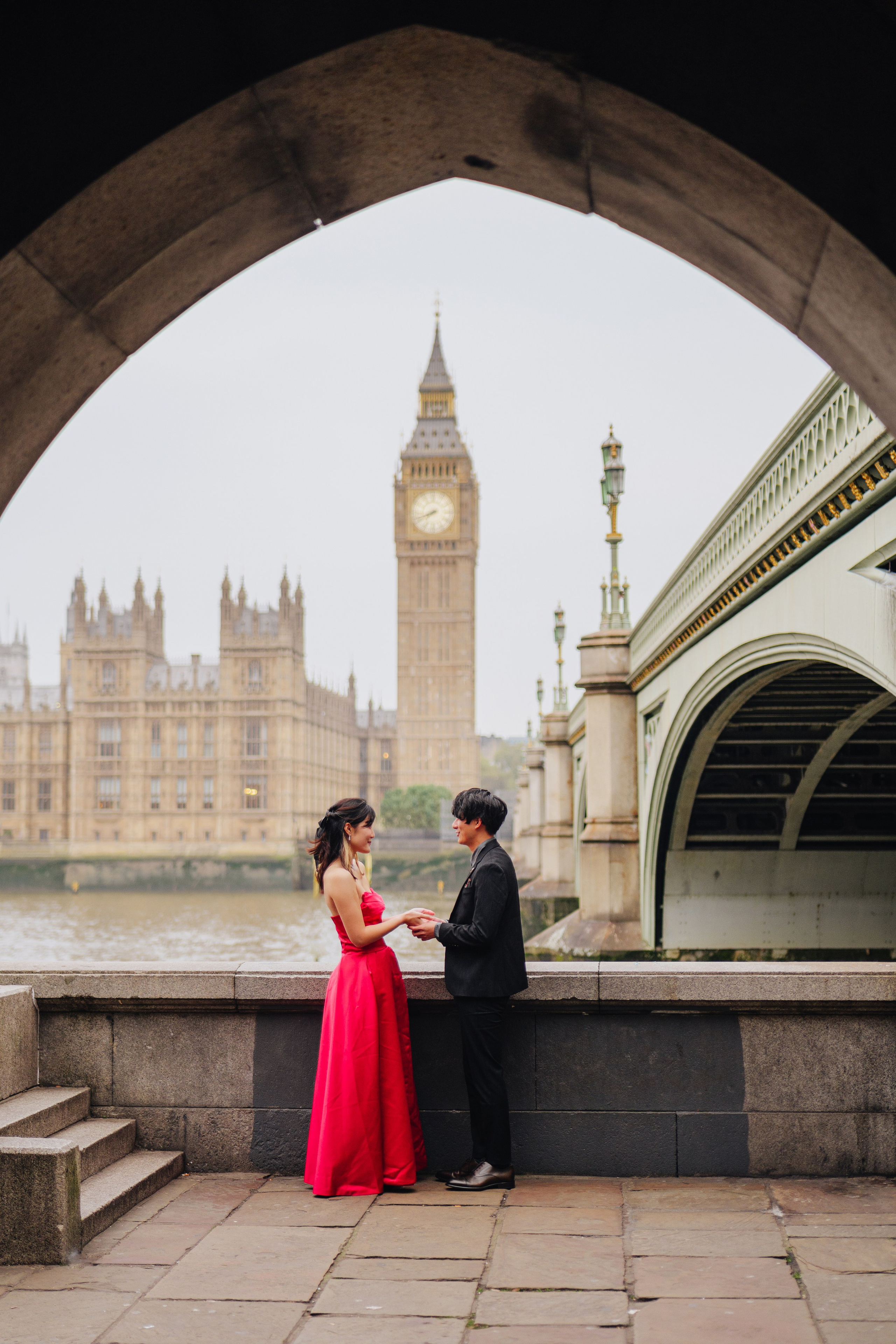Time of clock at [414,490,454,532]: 7:41
